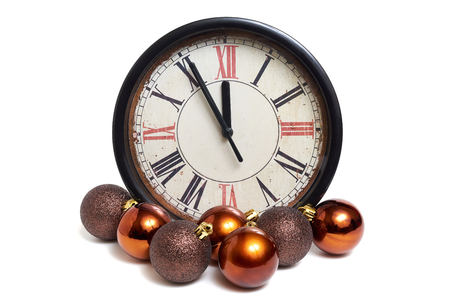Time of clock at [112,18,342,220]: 11:55
